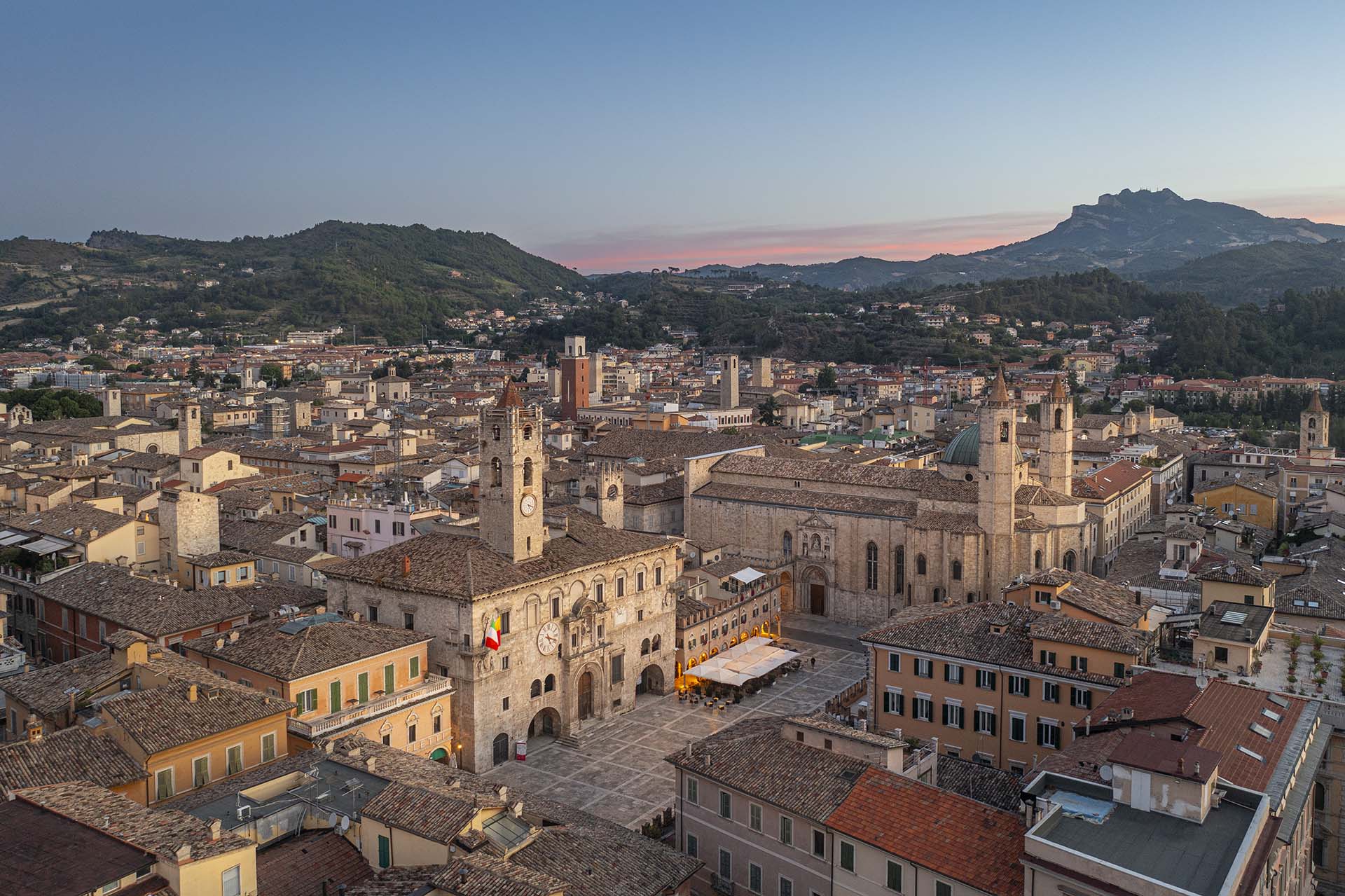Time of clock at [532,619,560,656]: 5:18
